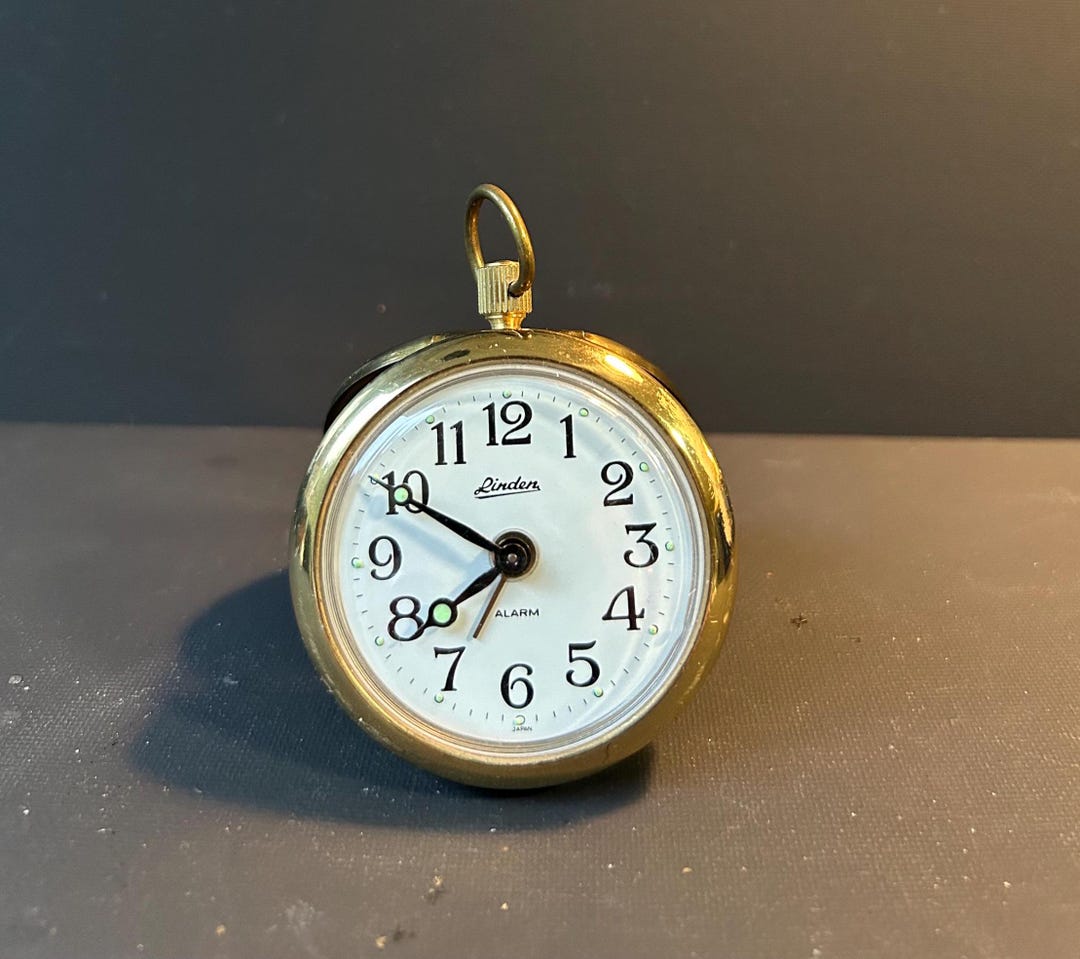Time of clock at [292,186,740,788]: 7:49
